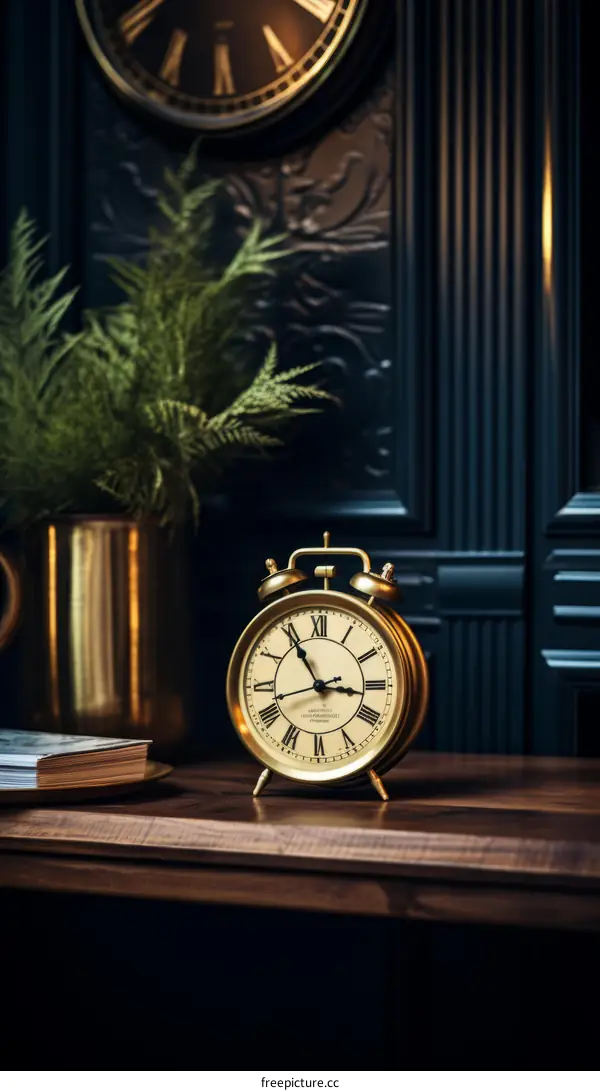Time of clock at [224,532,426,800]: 2:54
